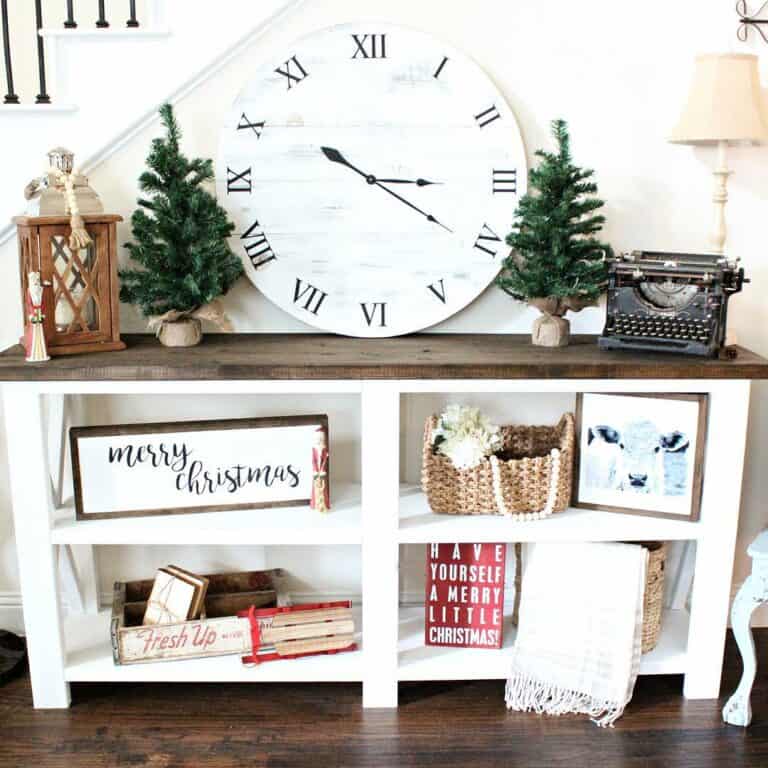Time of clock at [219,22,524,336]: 3:20
